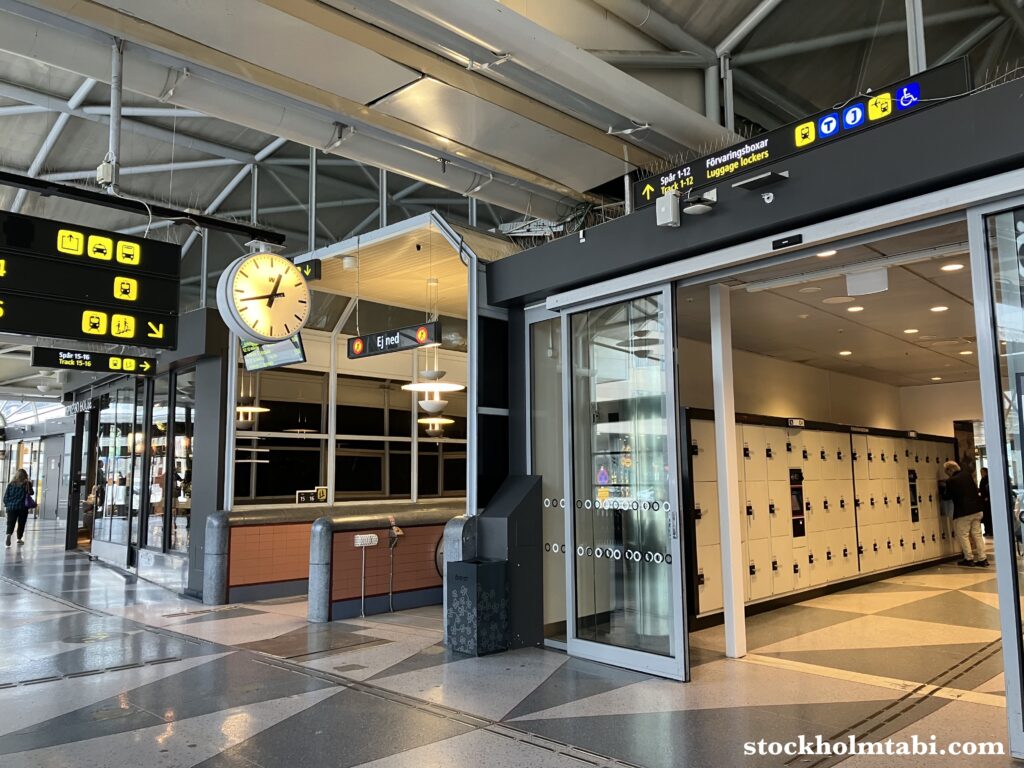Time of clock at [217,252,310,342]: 12:42
